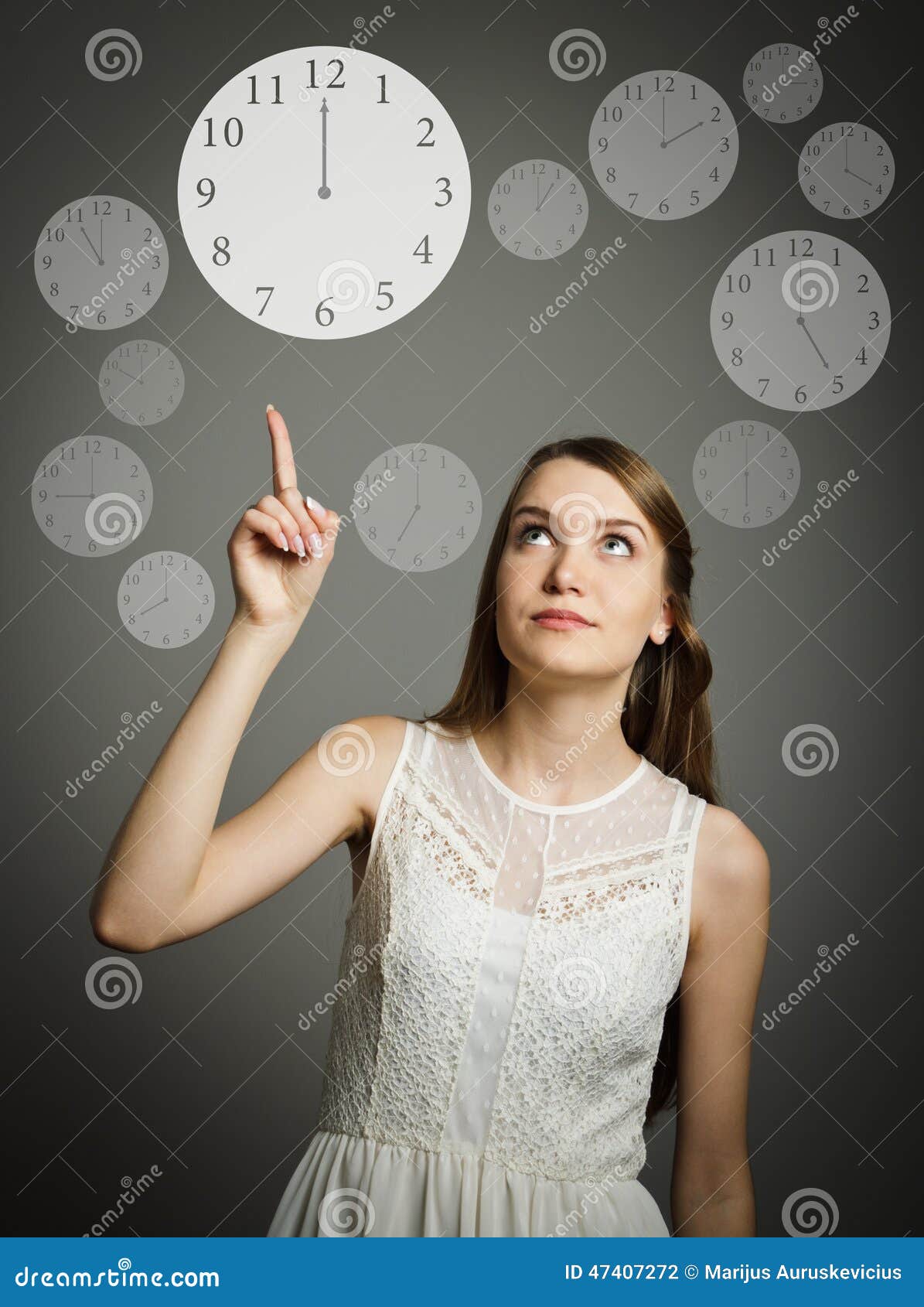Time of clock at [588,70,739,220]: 2:00
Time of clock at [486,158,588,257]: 1:00
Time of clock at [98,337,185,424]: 10:00
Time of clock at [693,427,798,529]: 6:00
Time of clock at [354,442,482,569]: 7:00
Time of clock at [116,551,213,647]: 8:00
